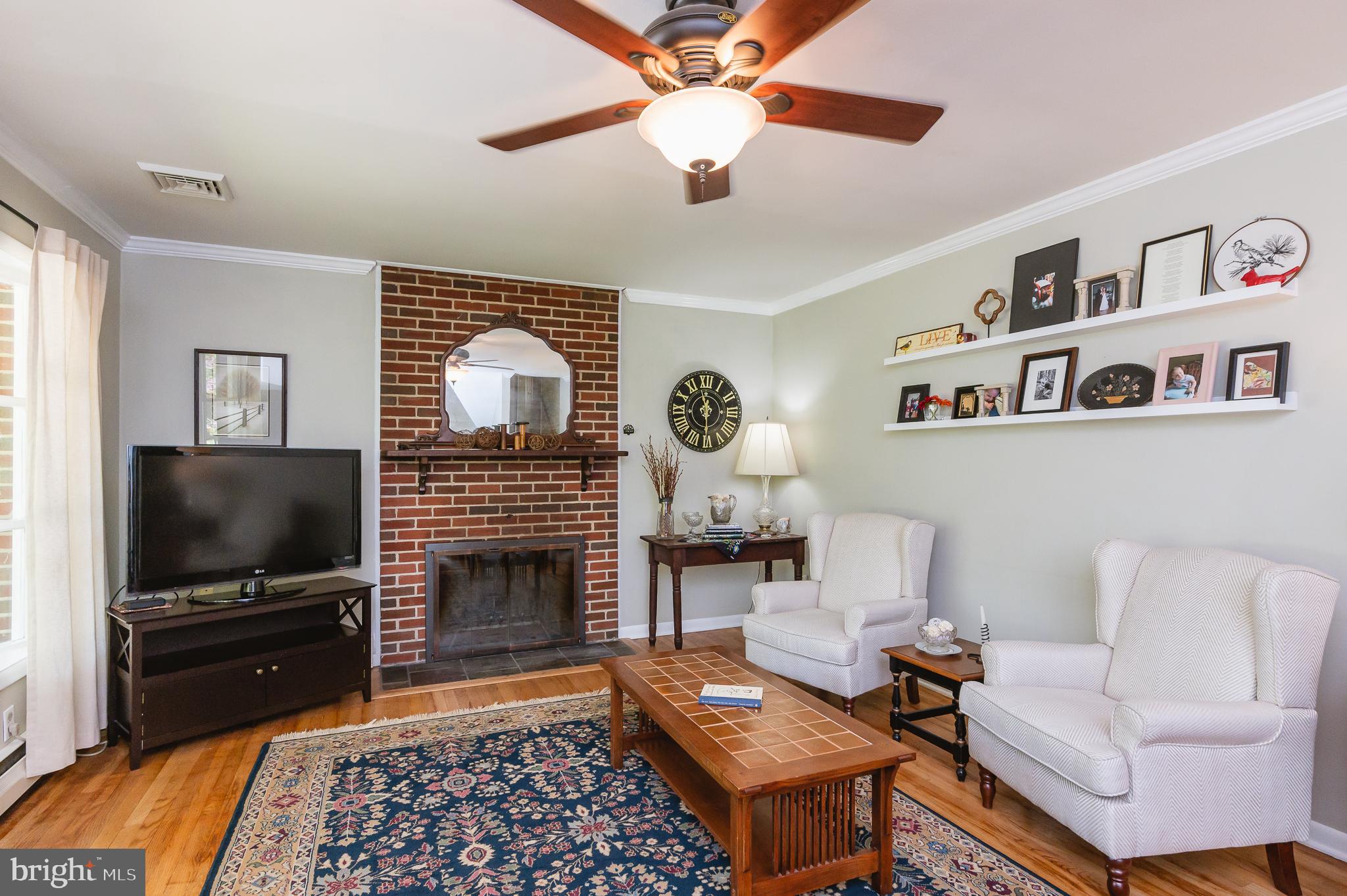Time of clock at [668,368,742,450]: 11:29
